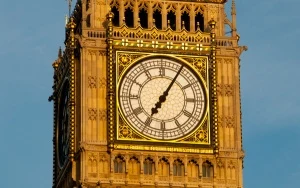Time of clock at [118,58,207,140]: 7:05
